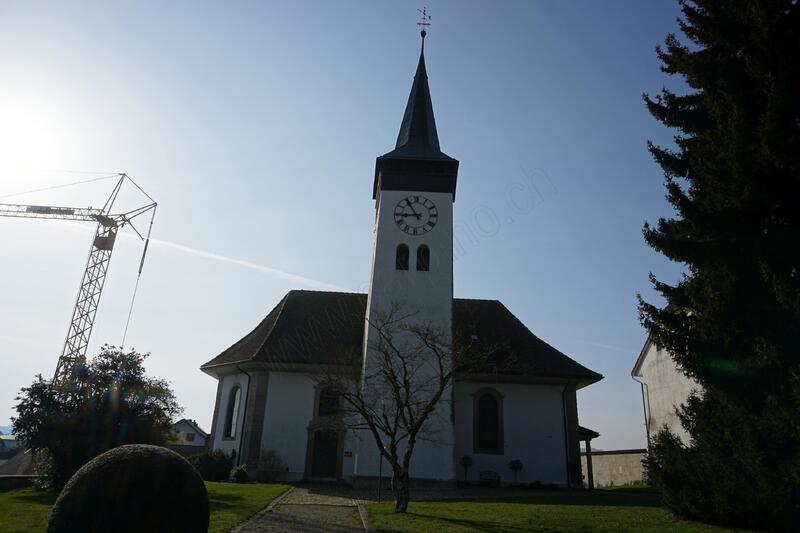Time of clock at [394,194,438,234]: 8:54
